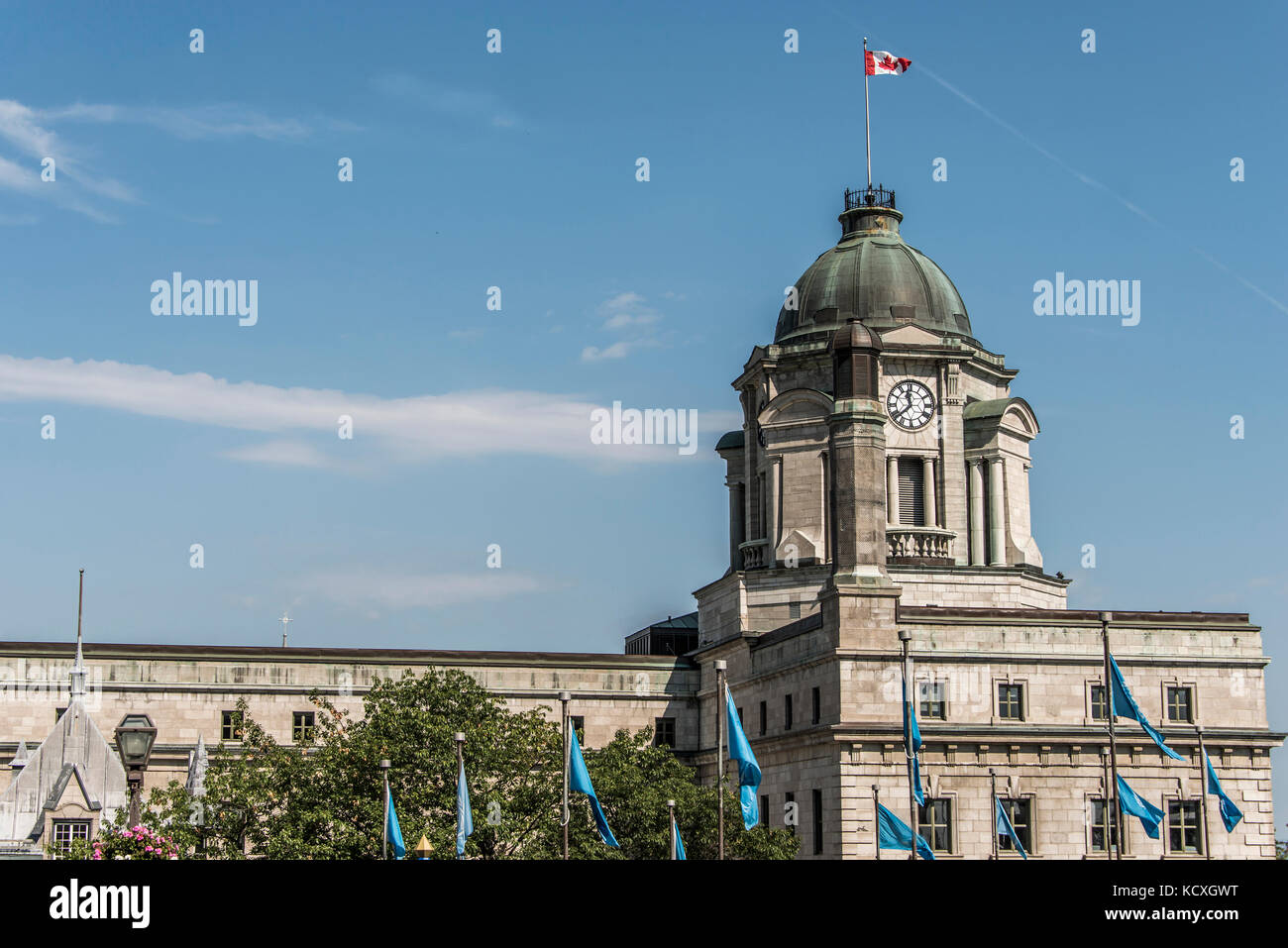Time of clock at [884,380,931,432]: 11:37
